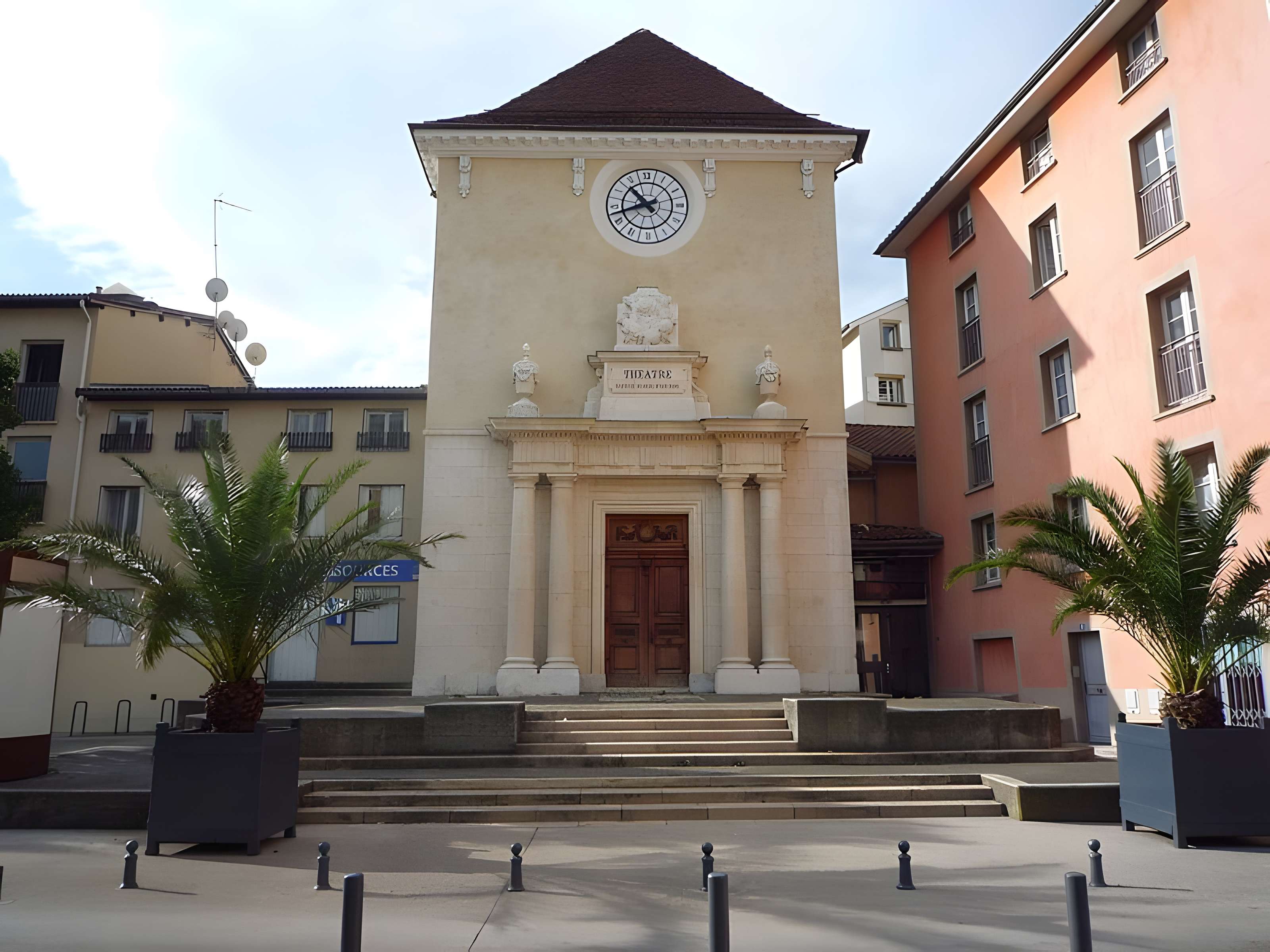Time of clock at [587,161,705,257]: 10:42
